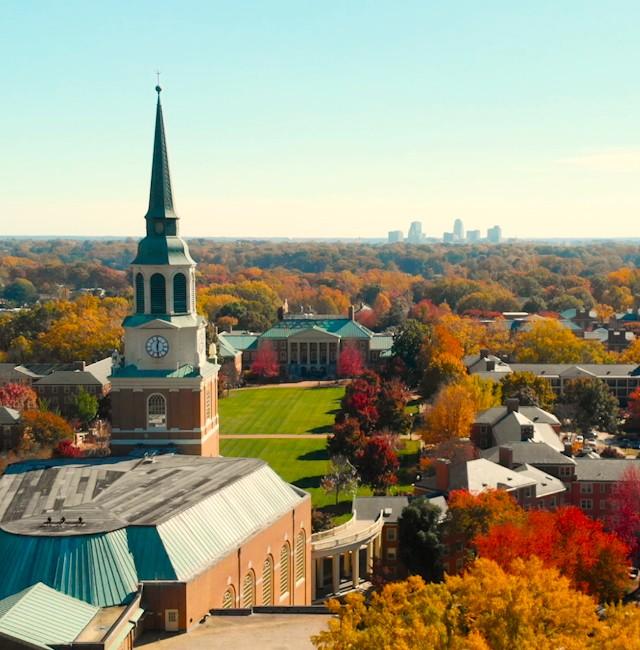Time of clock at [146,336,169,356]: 12:28
